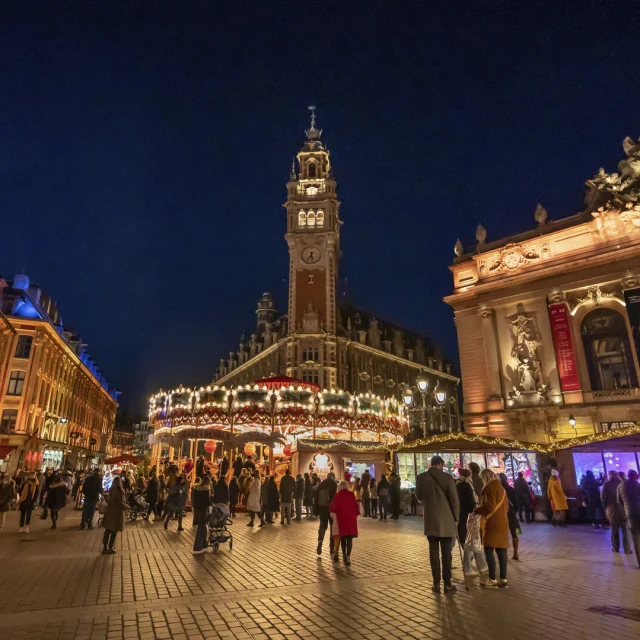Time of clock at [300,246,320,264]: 5:35
